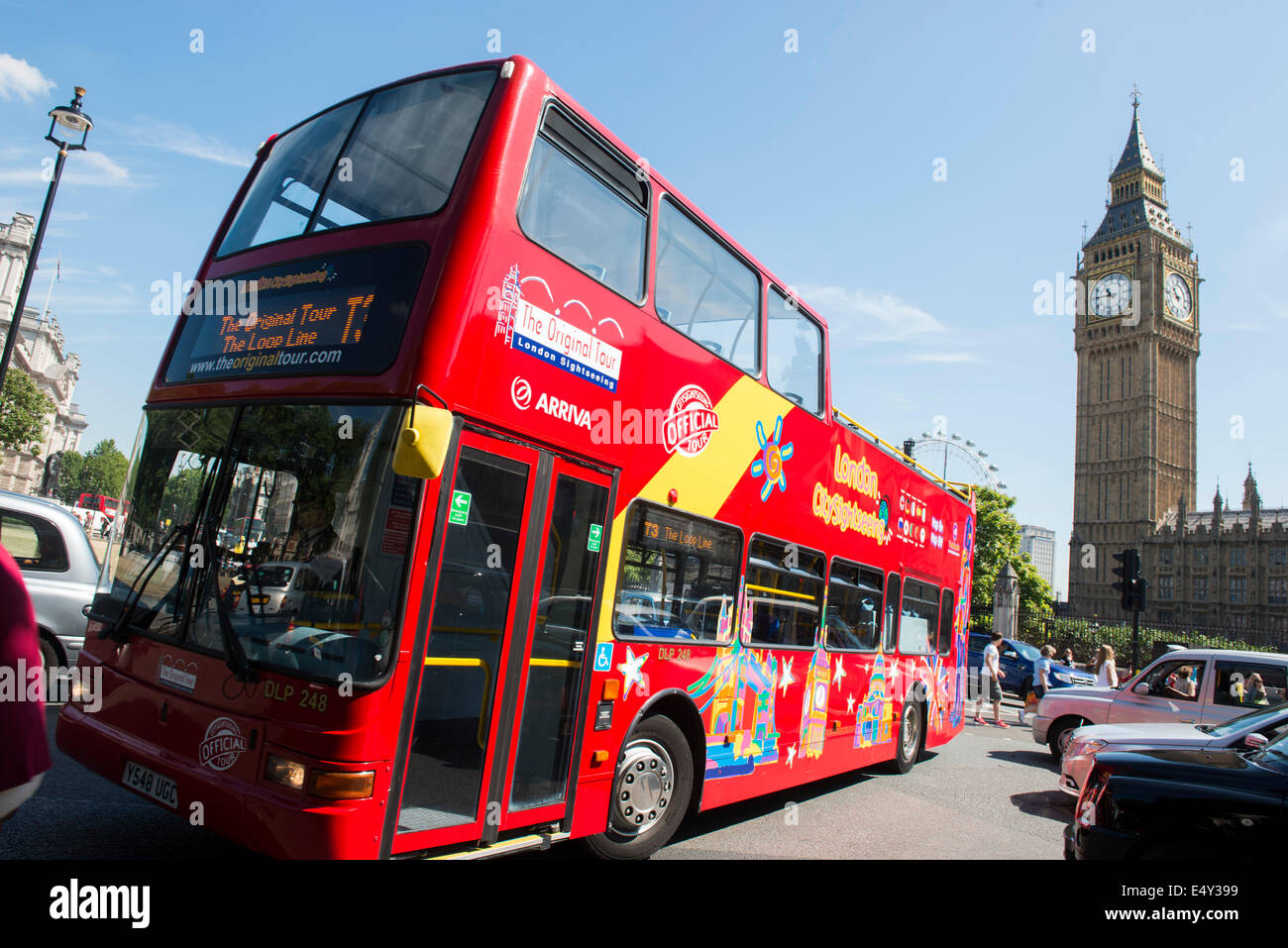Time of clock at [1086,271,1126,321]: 10:45
